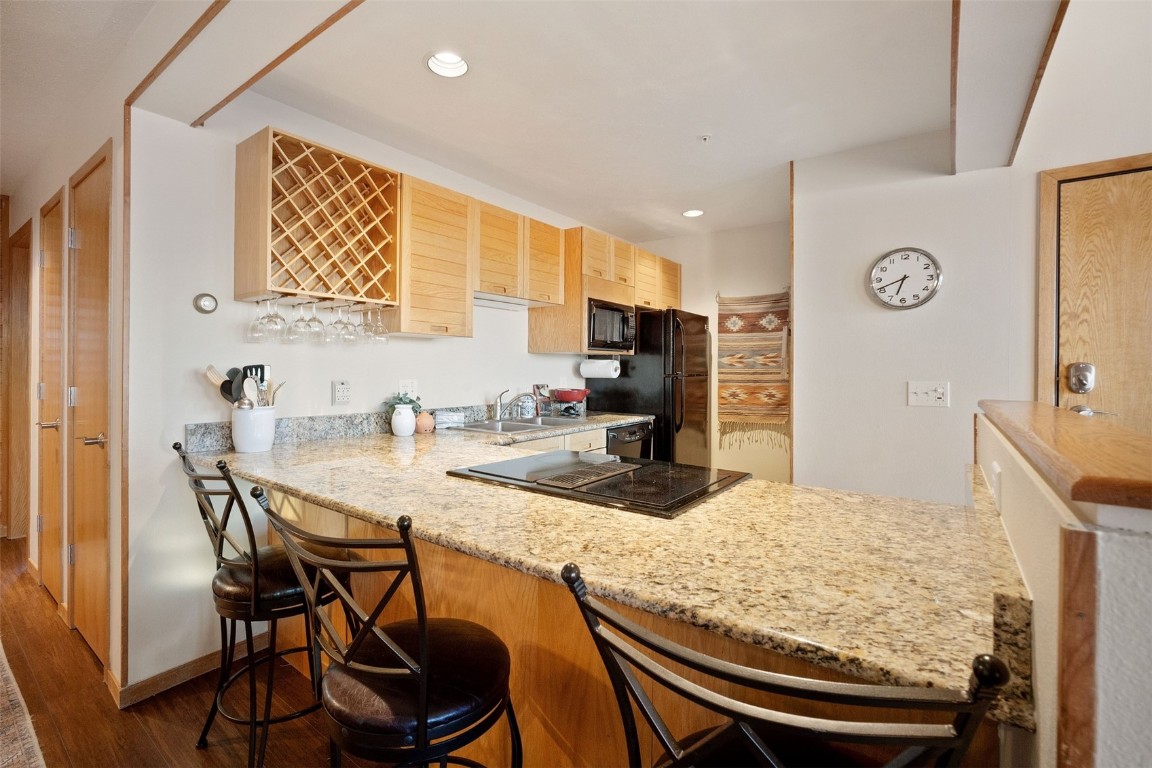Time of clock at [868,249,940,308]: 6:41
